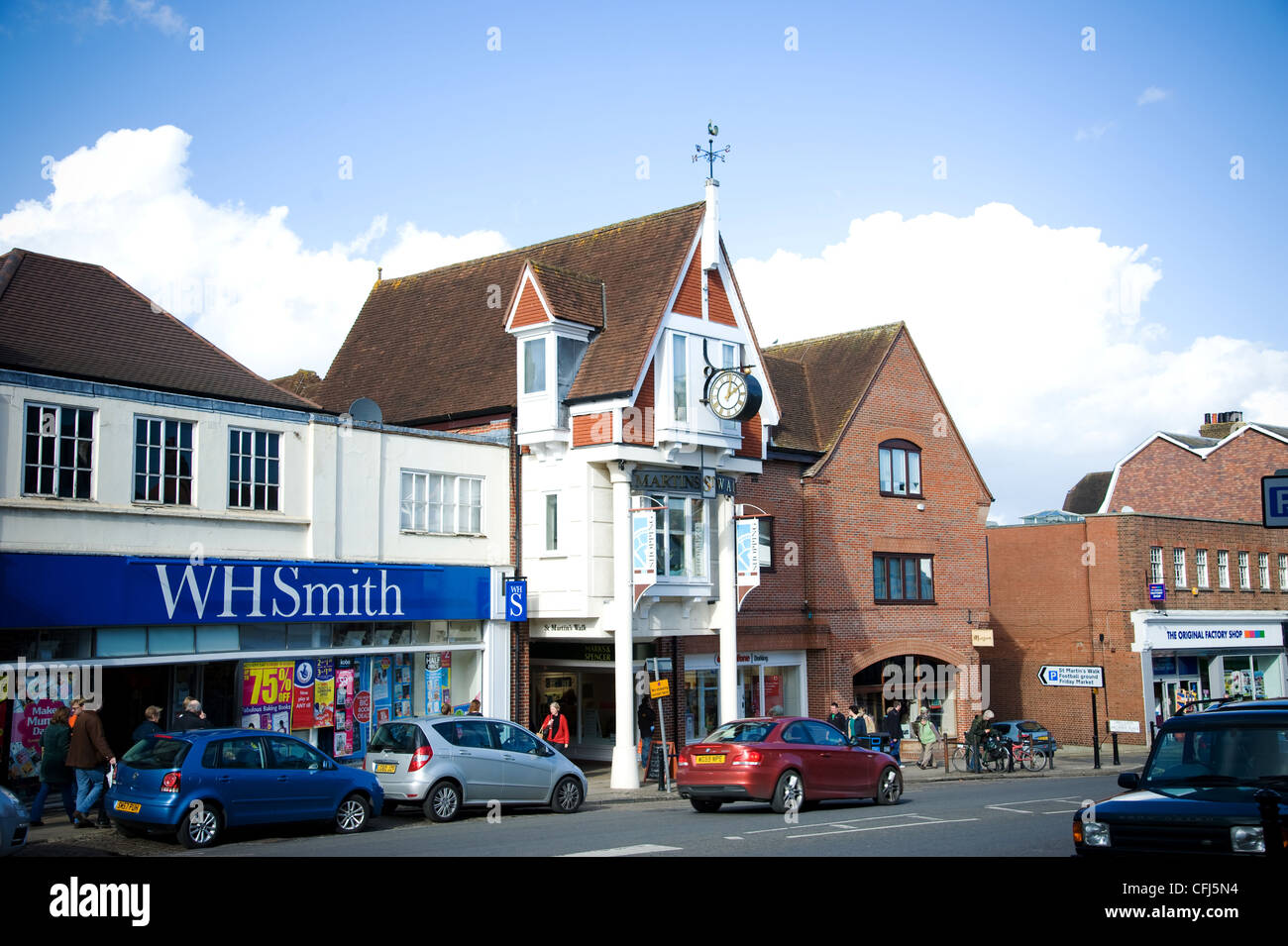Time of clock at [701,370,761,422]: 2:02
